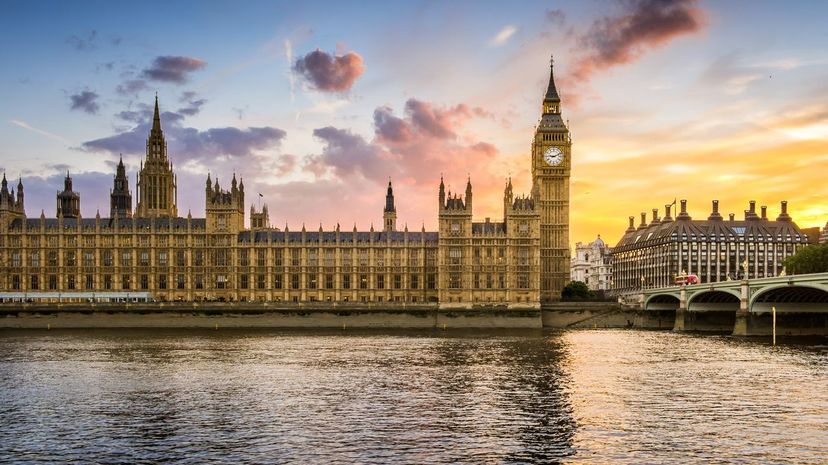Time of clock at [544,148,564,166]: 9:11
